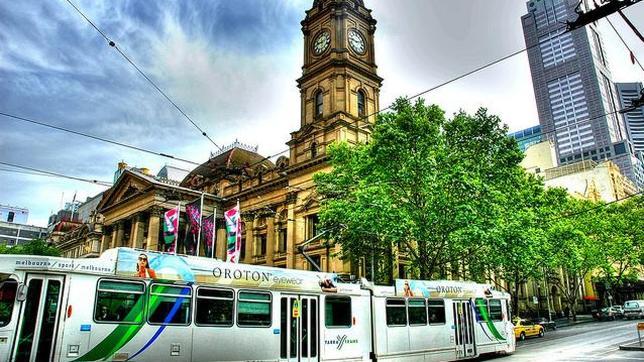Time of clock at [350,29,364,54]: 9:12
